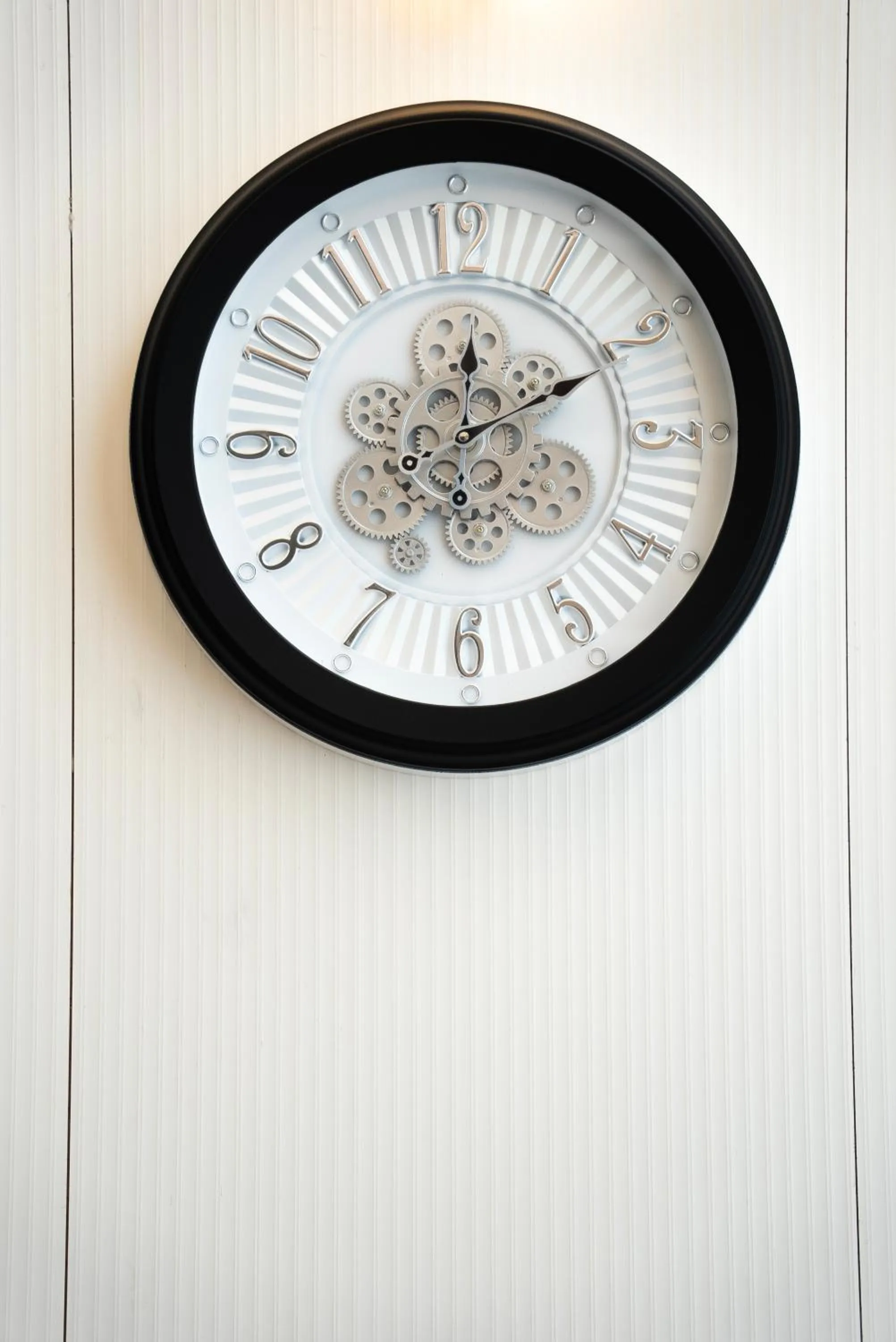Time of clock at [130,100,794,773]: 12:10
